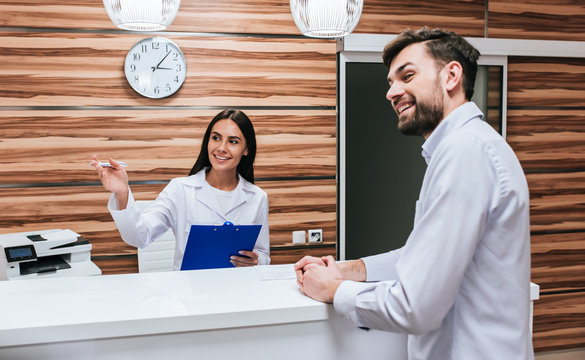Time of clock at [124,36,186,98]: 3:07
